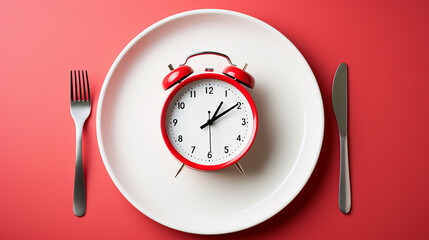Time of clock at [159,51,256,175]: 1:09
